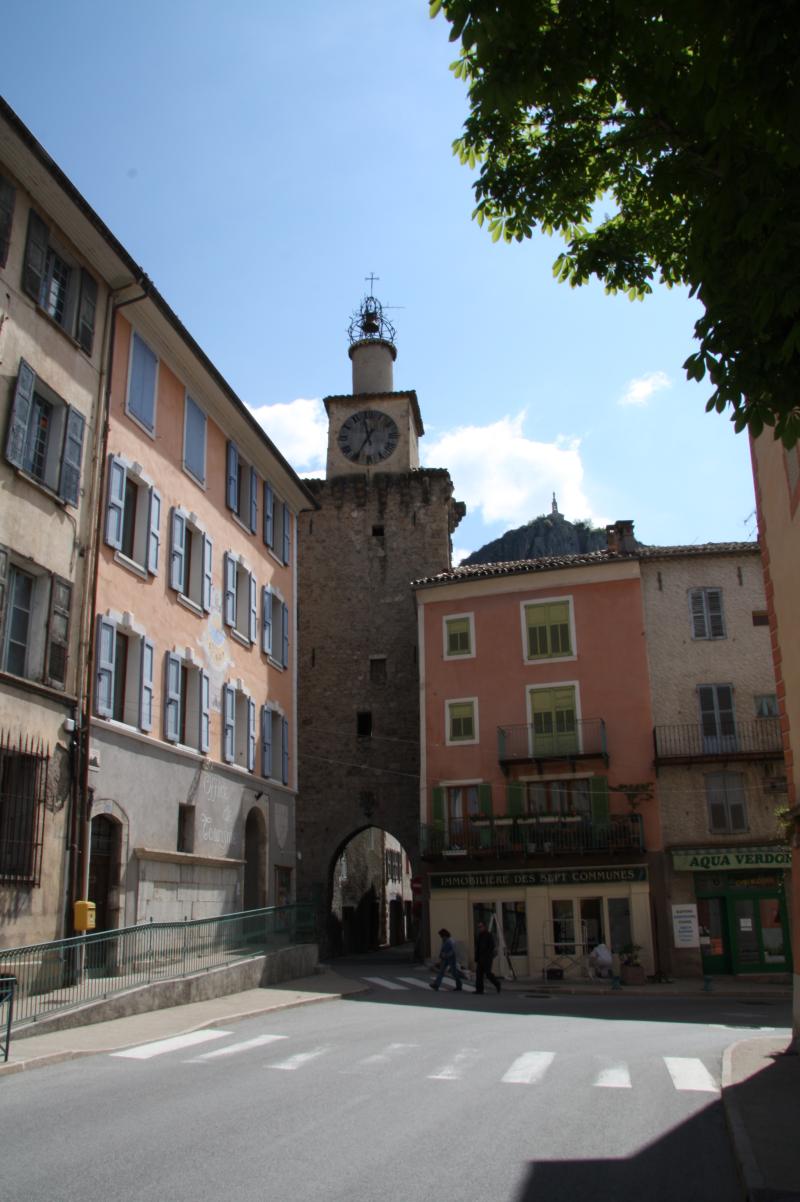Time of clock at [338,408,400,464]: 11:35
